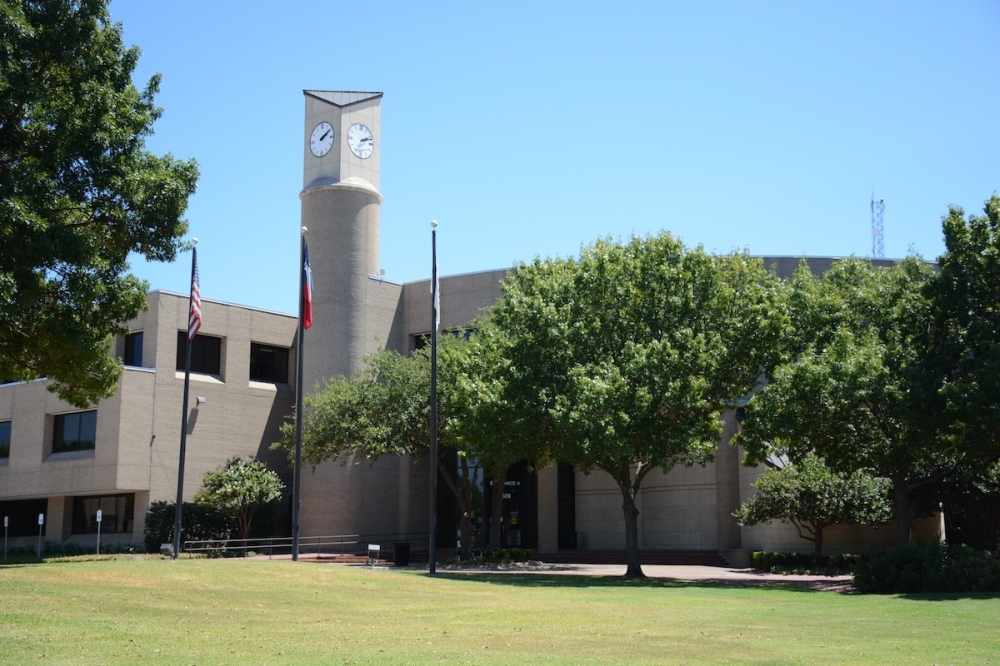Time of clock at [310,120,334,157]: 2:09
